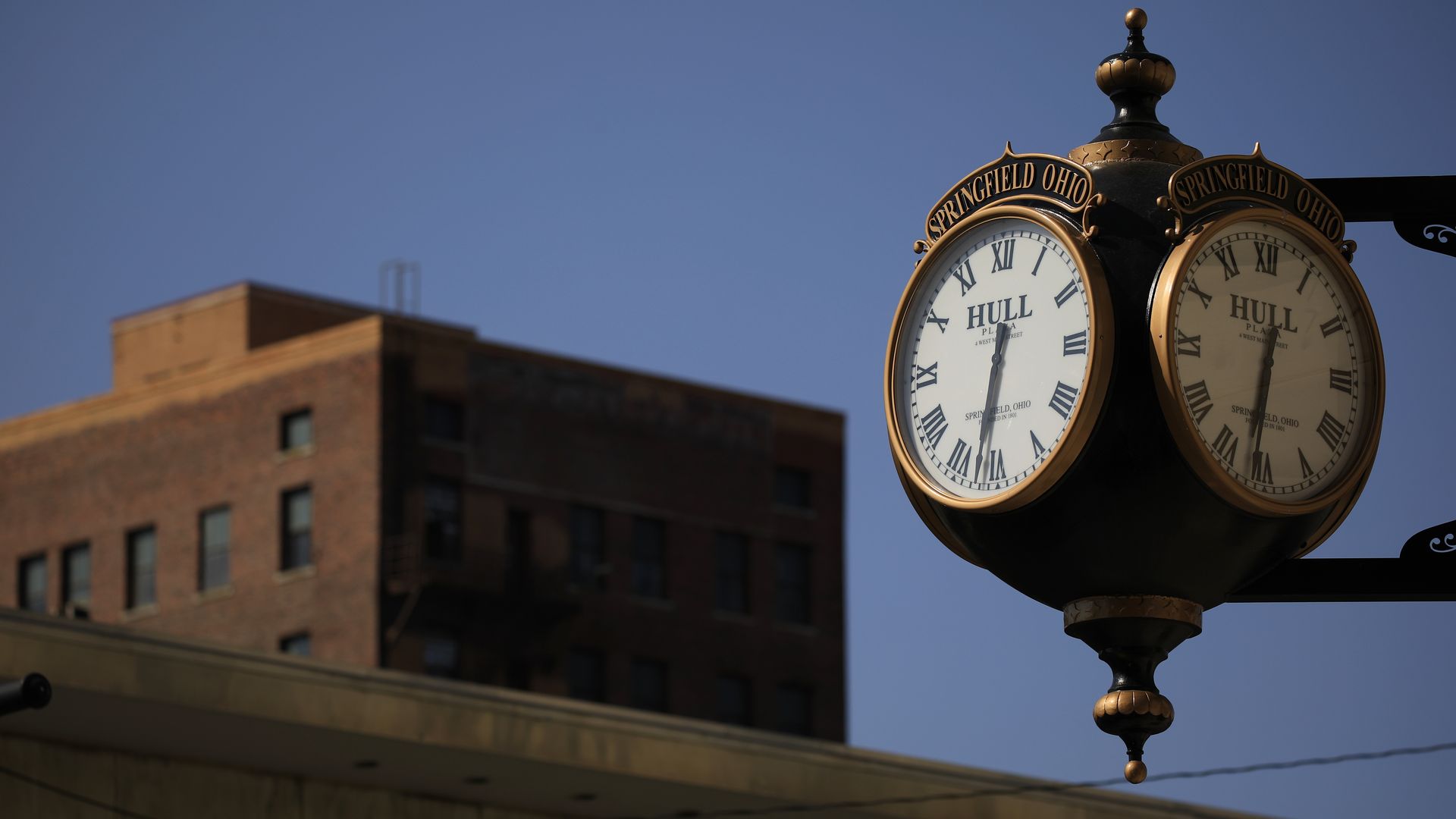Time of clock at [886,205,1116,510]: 6:32
